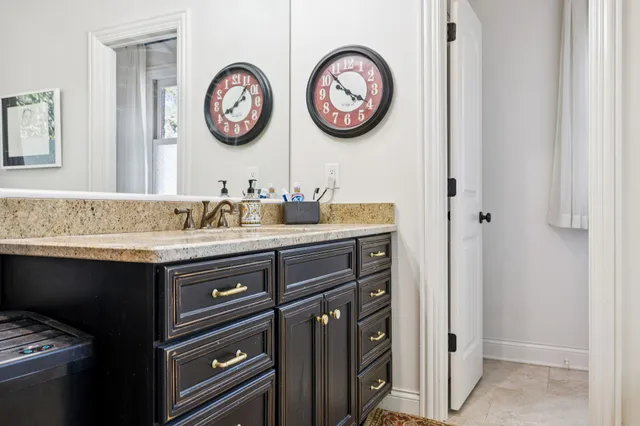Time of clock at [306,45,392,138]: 3:52
